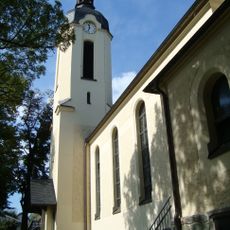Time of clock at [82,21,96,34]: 11:32
